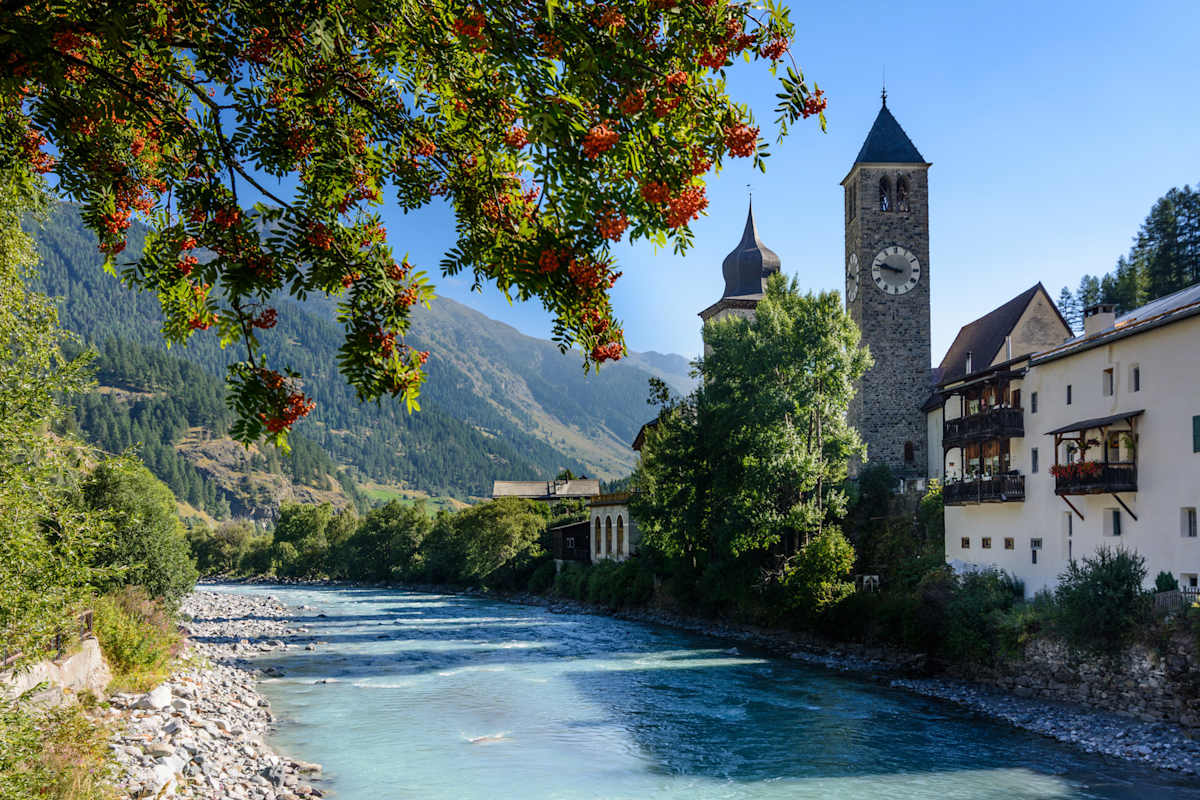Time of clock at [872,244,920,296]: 9:47
